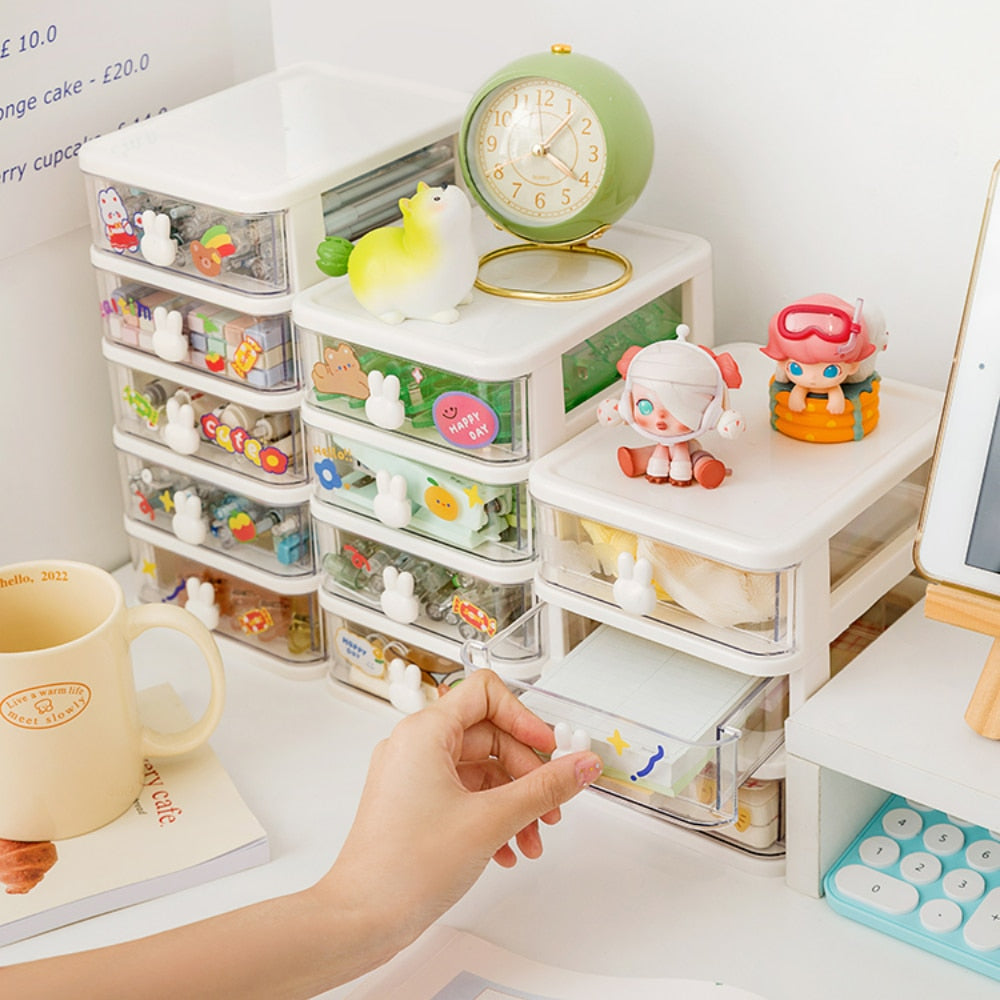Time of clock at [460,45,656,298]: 1:20
